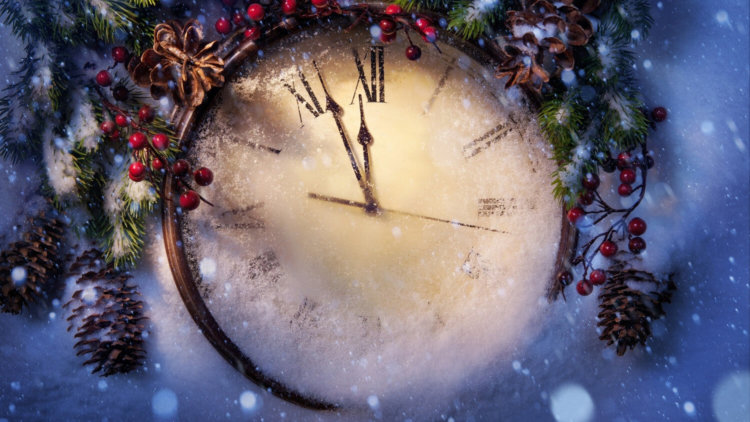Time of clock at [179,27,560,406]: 11:56
